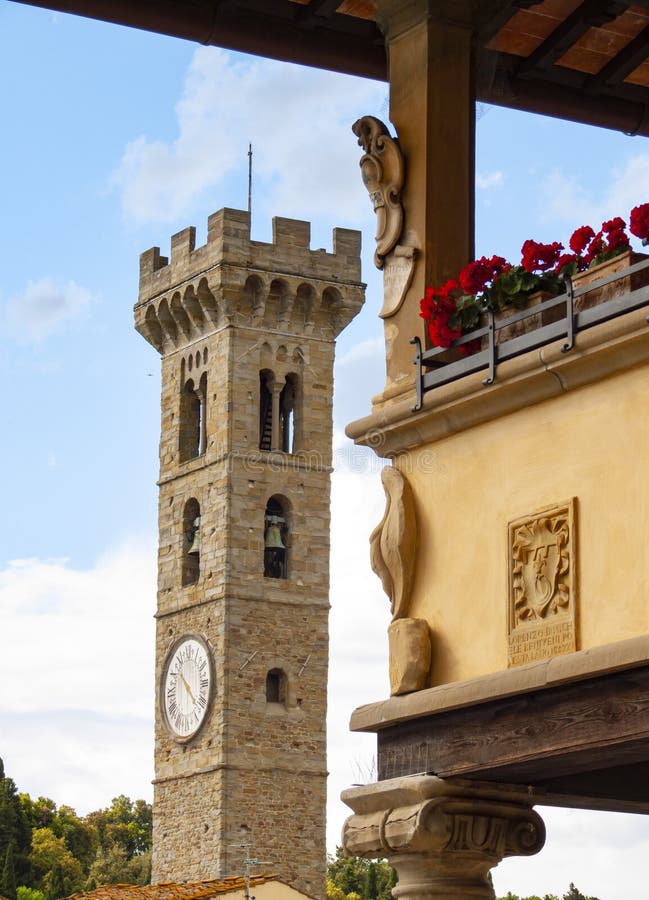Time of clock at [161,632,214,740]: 10:22
